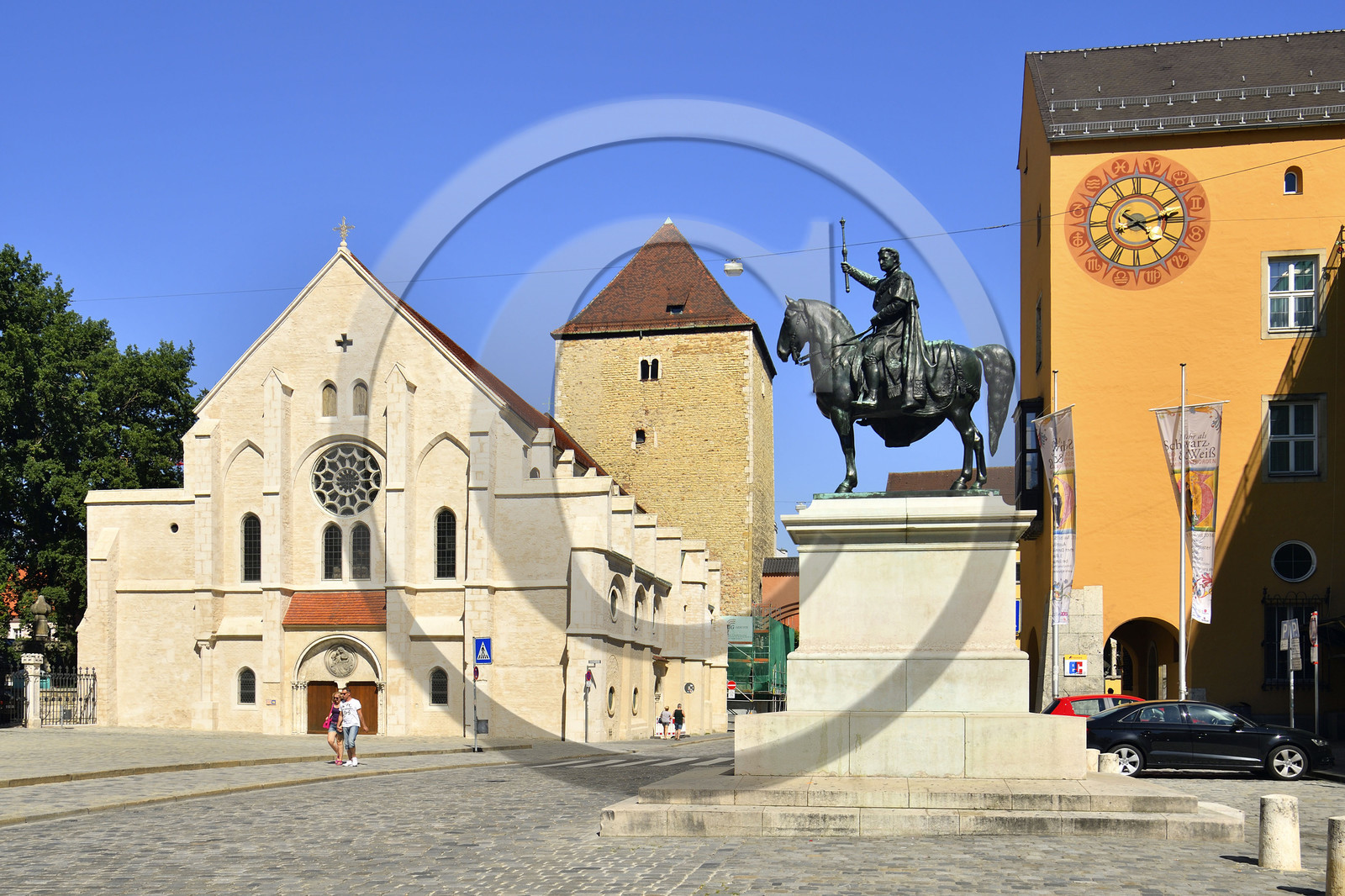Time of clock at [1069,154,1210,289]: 4:12
